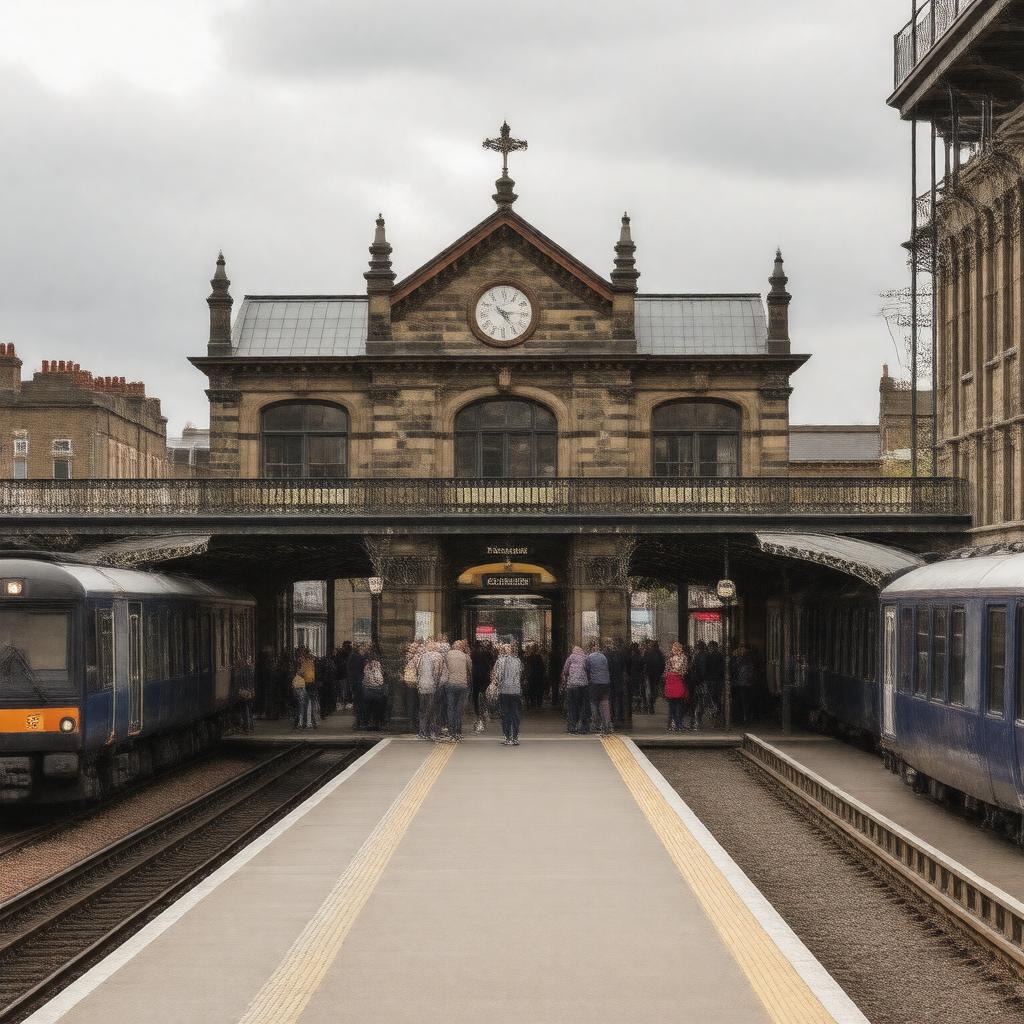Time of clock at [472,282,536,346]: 10:24
